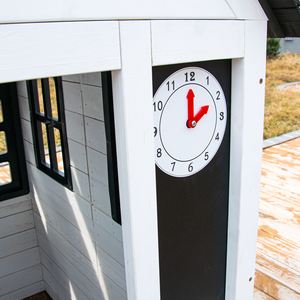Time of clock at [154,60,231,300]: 2:00
